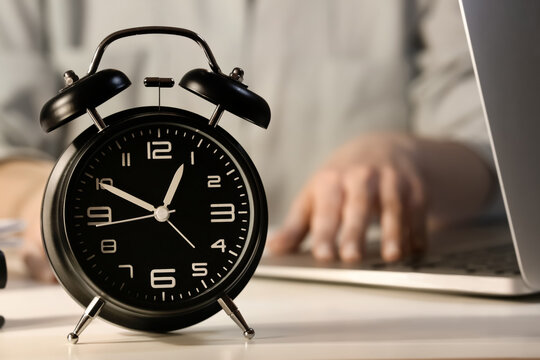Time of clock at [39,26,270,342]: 12:49
